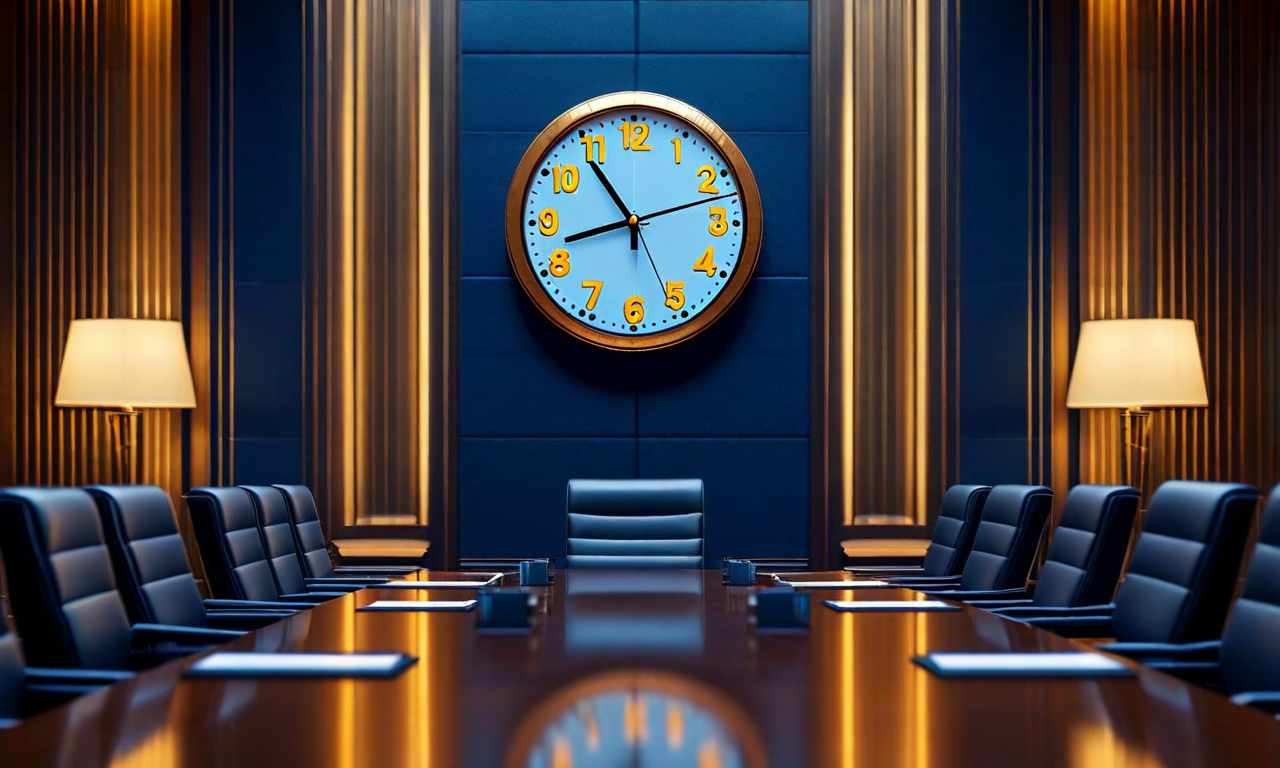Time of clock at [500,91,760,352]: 10:42
